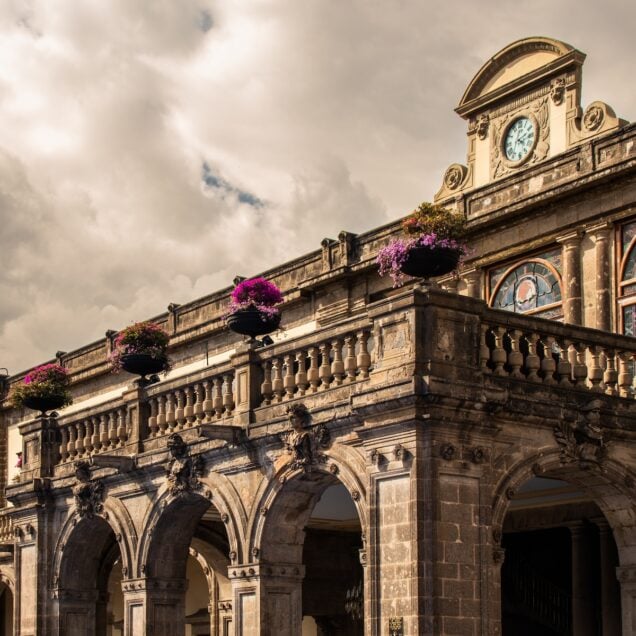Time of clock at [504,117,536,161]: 4:12
